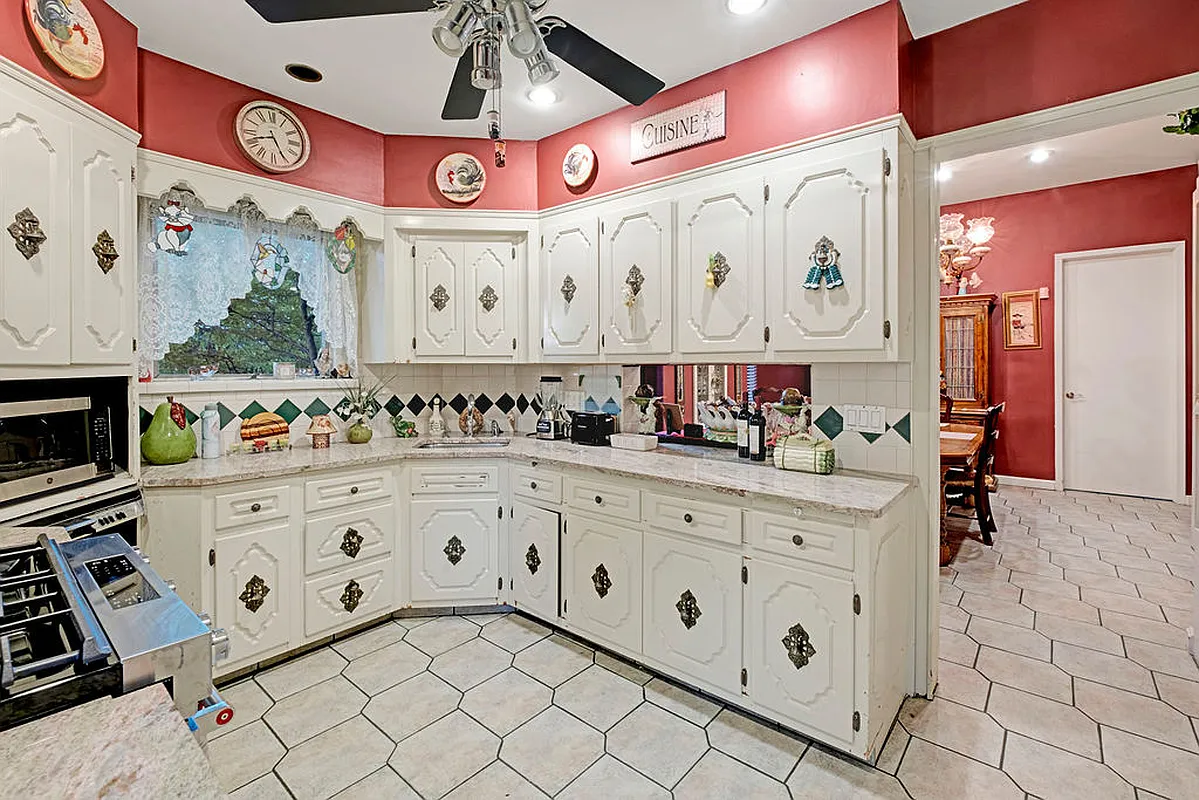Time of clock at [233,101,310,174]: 8:25
